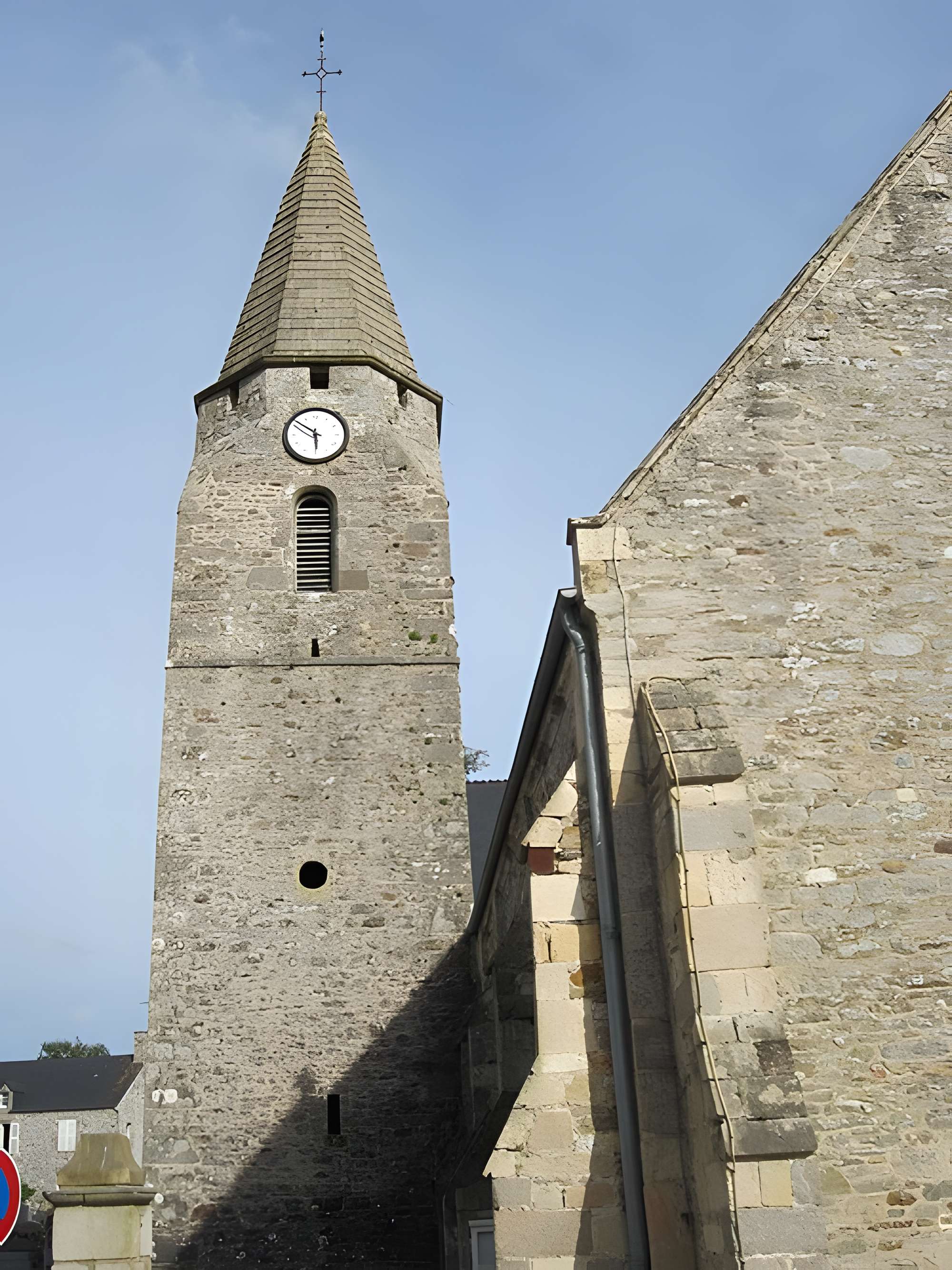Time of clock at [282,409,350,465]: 5:51
